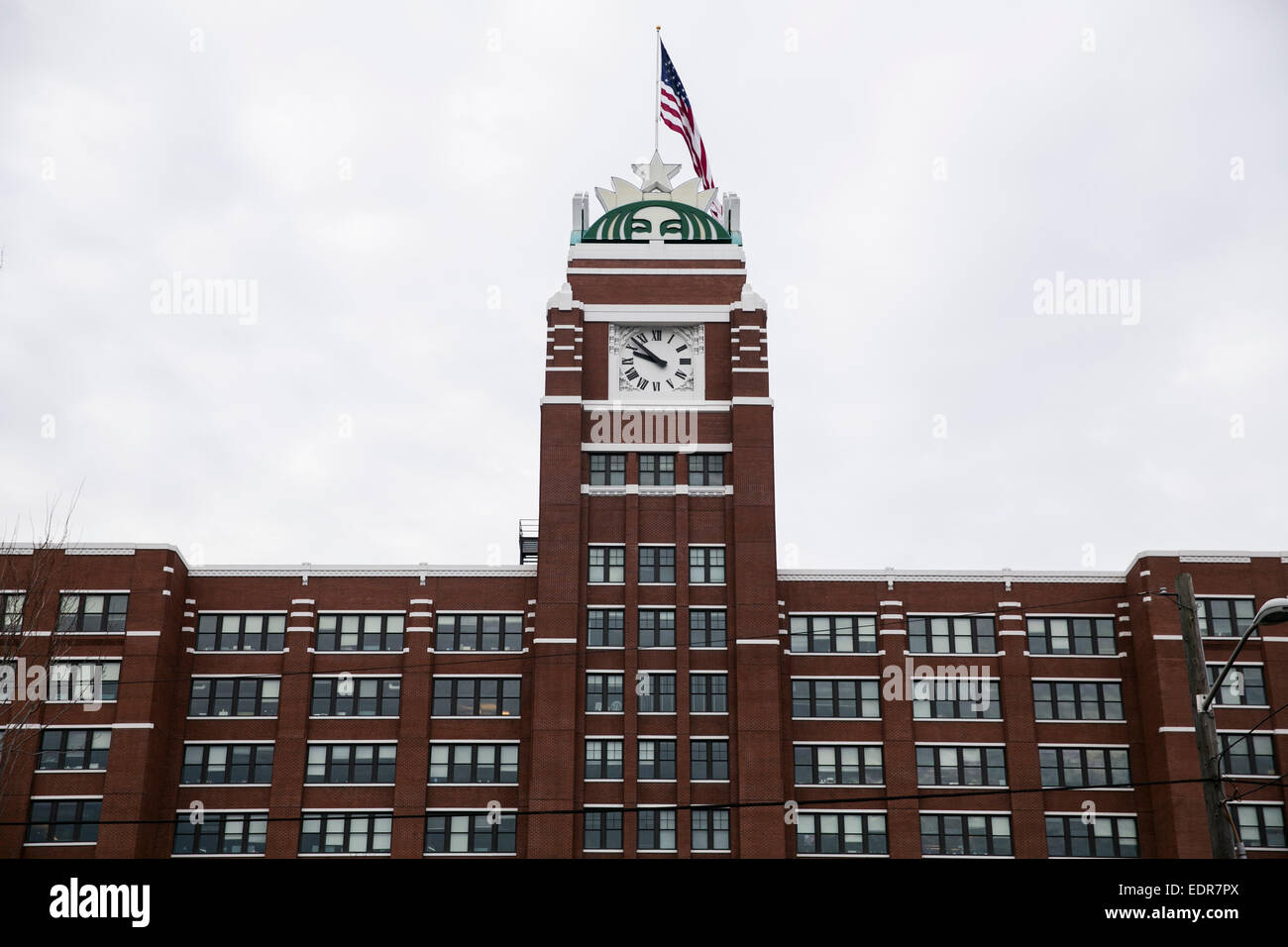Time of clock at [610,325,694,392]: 9:52
